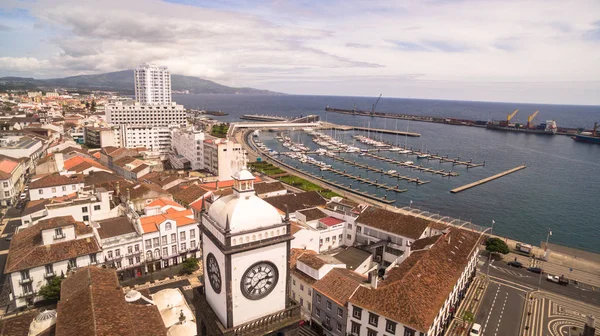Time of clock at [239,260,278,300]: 2:38
